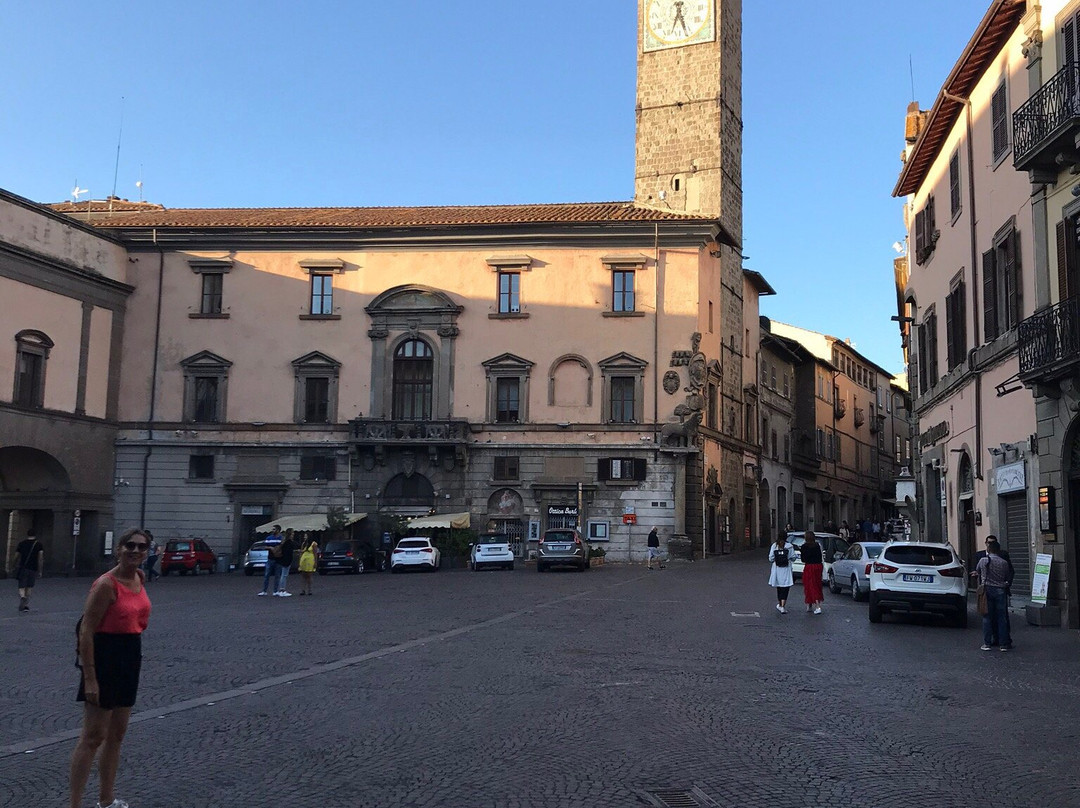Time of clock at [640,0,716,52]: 5:33
